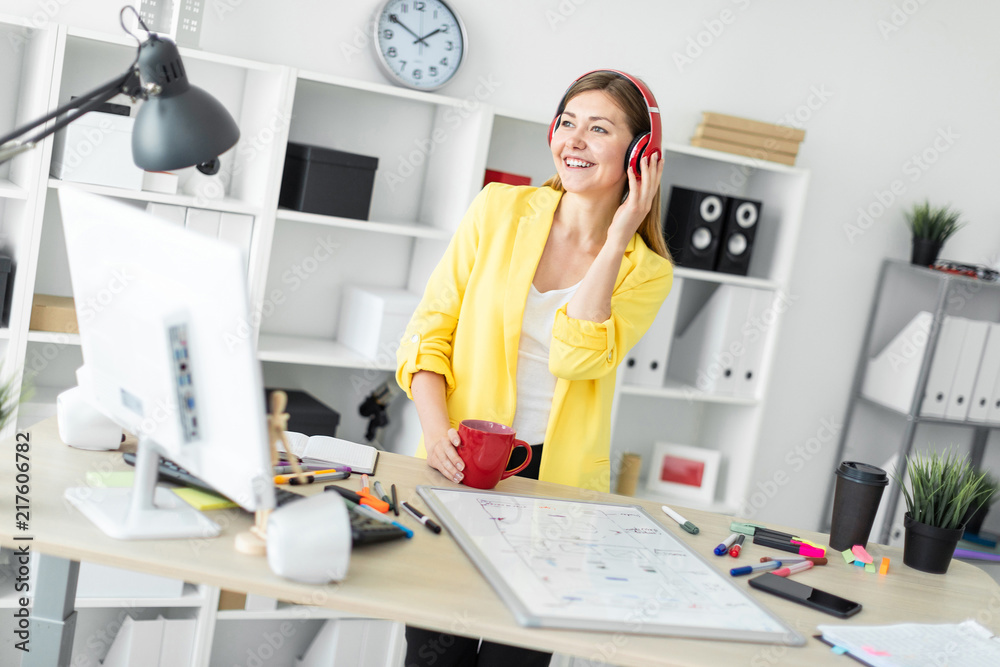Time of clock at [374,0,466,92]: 1:50
